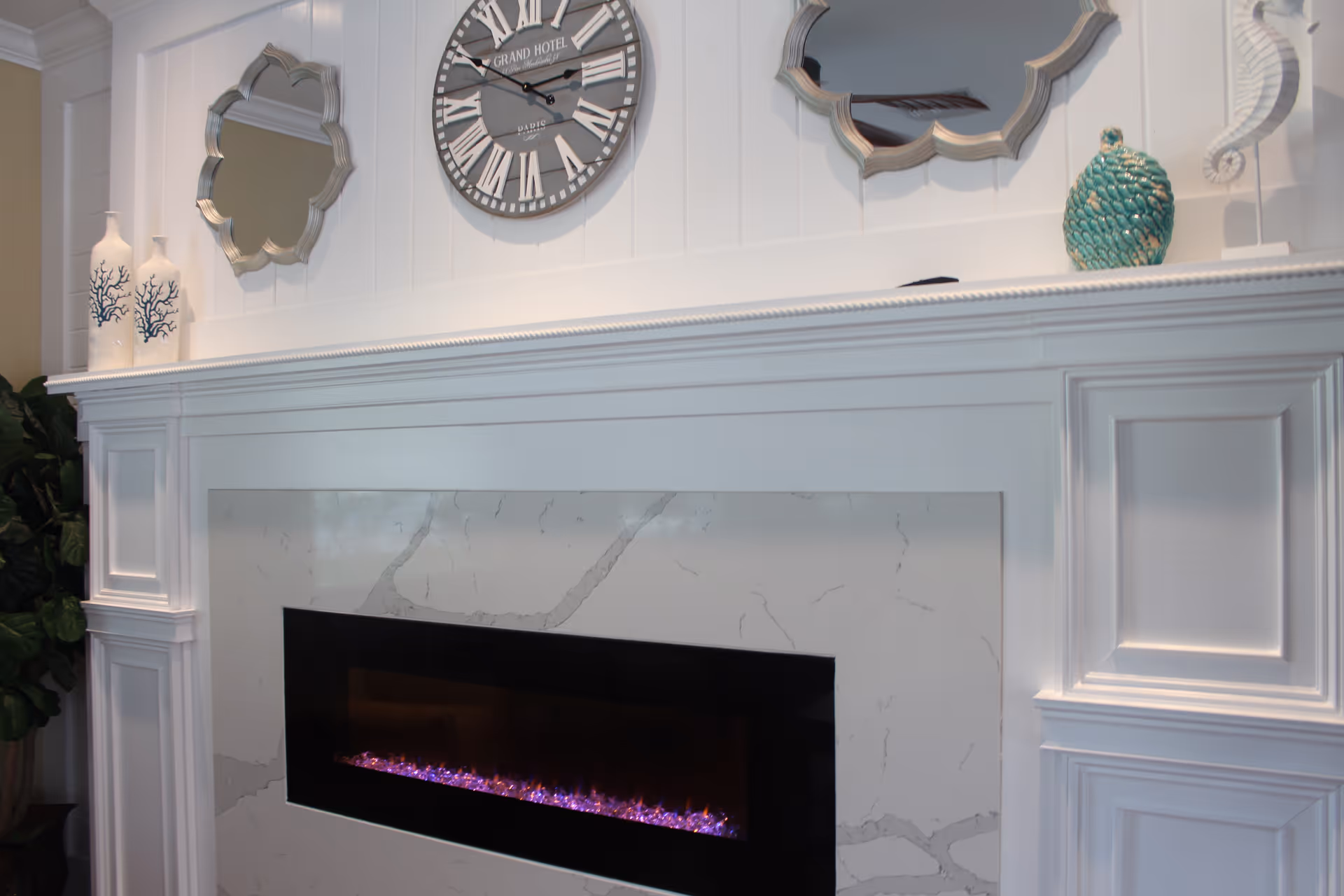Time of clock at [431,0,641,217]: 2:50
